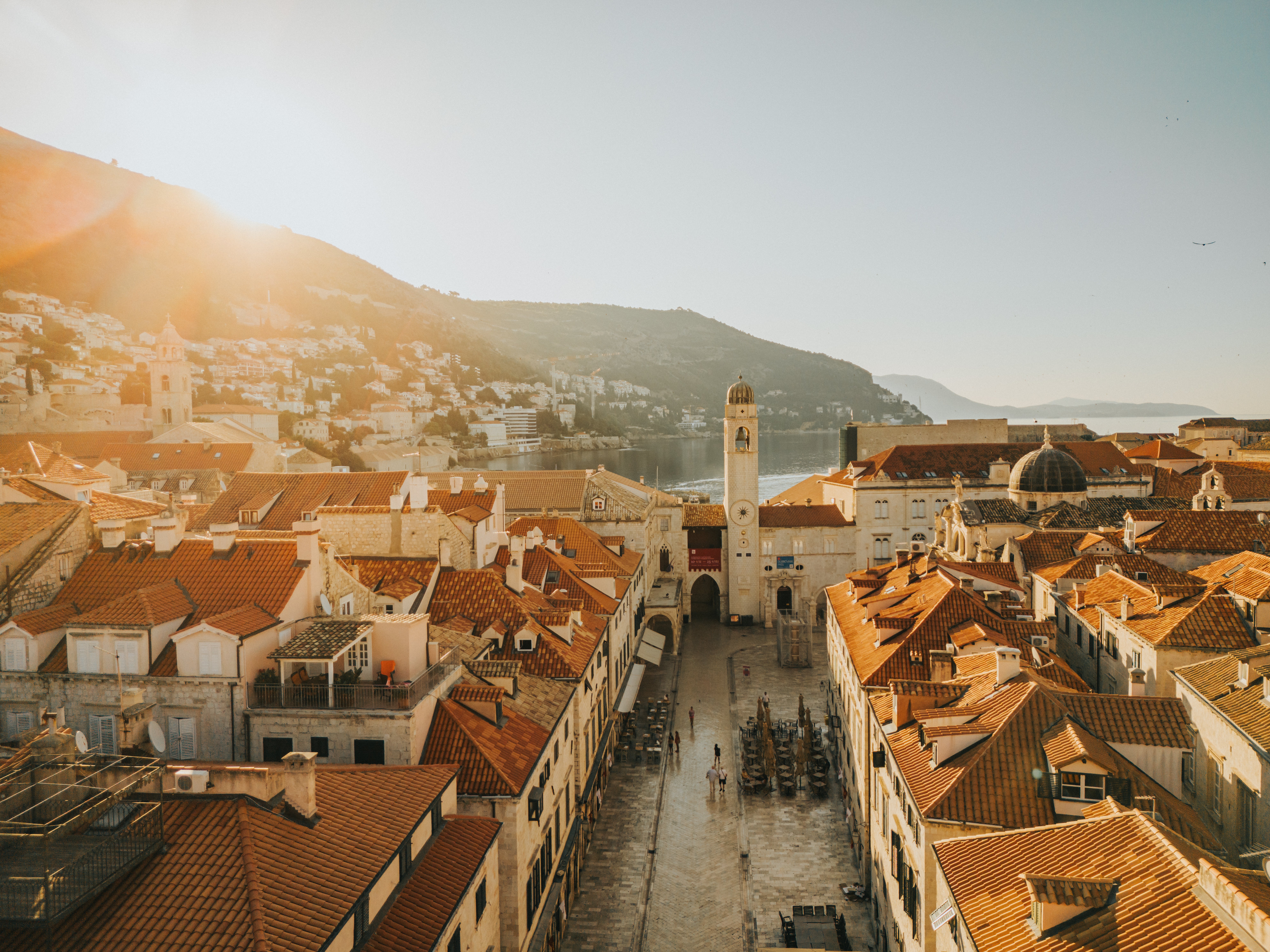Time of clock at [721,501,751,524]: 1:33
